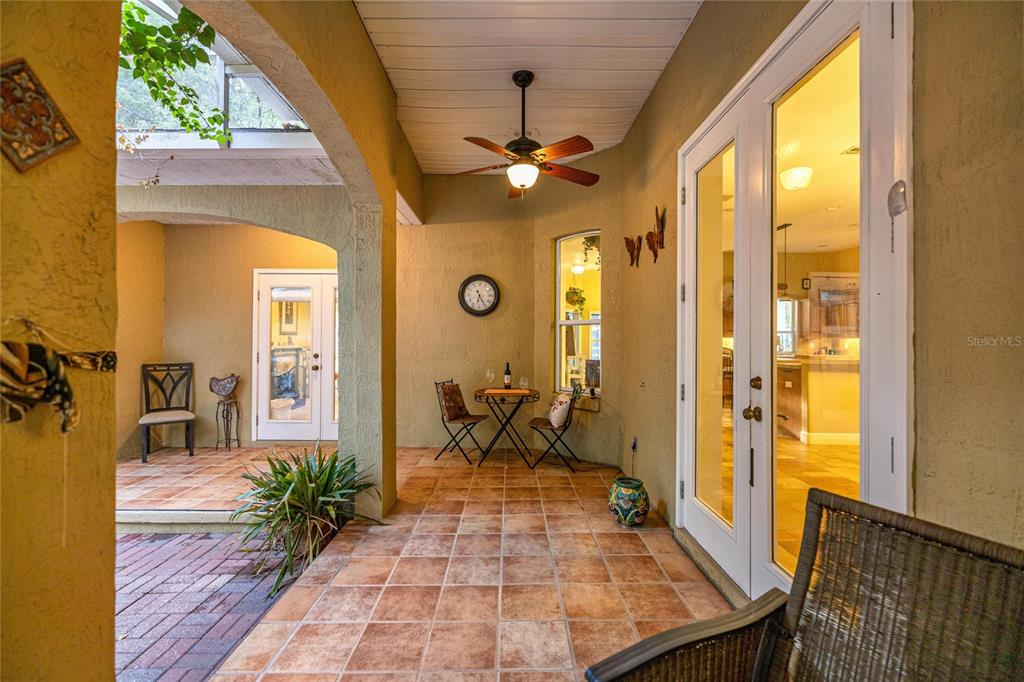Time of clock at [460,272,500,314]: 6:24
